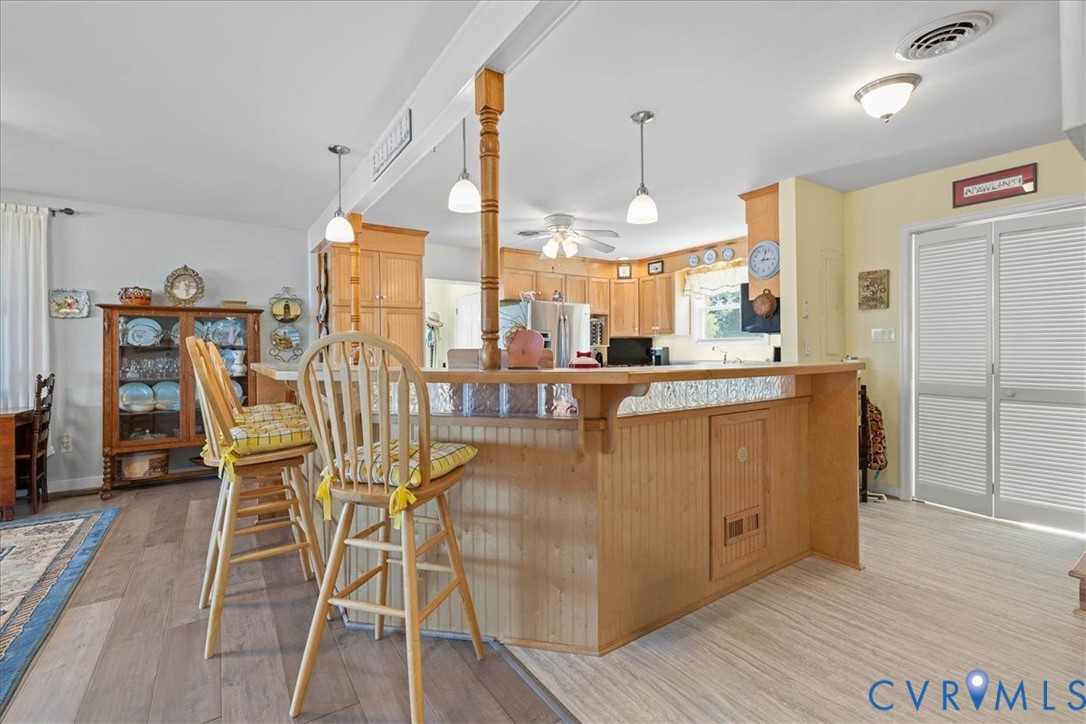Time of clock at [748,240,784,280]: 3:02
